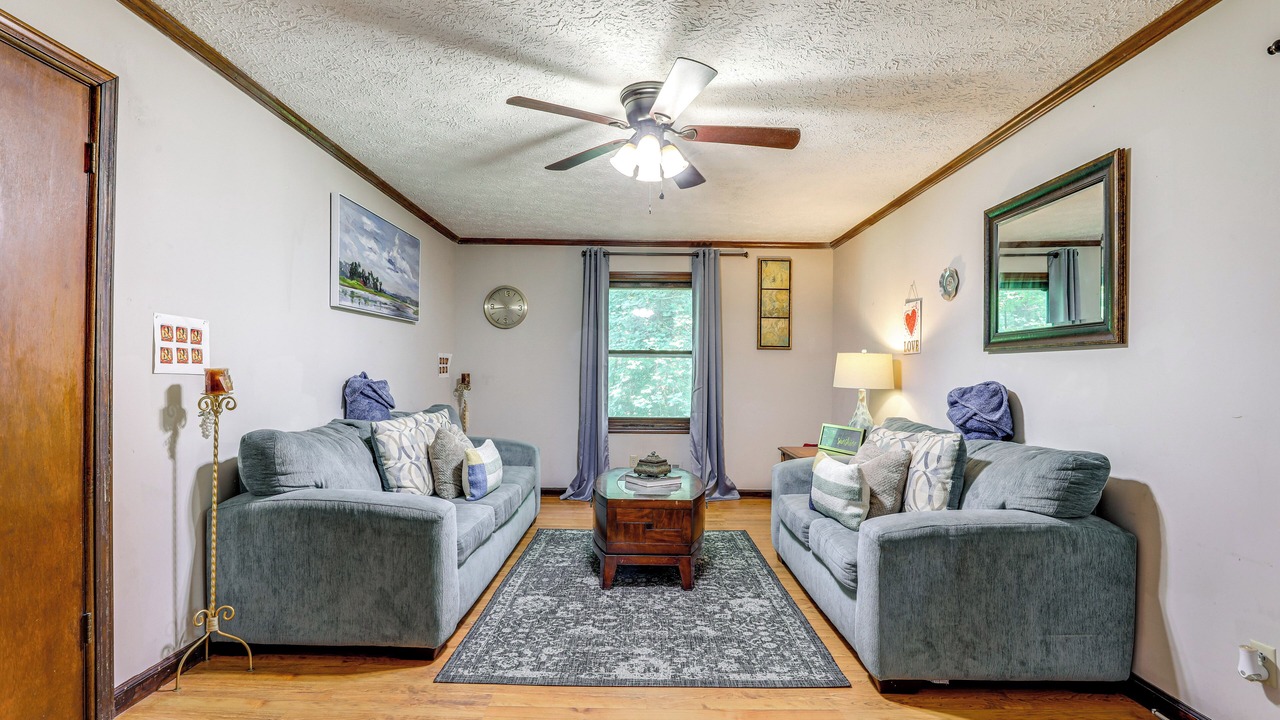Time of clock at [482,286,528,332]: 5:43
